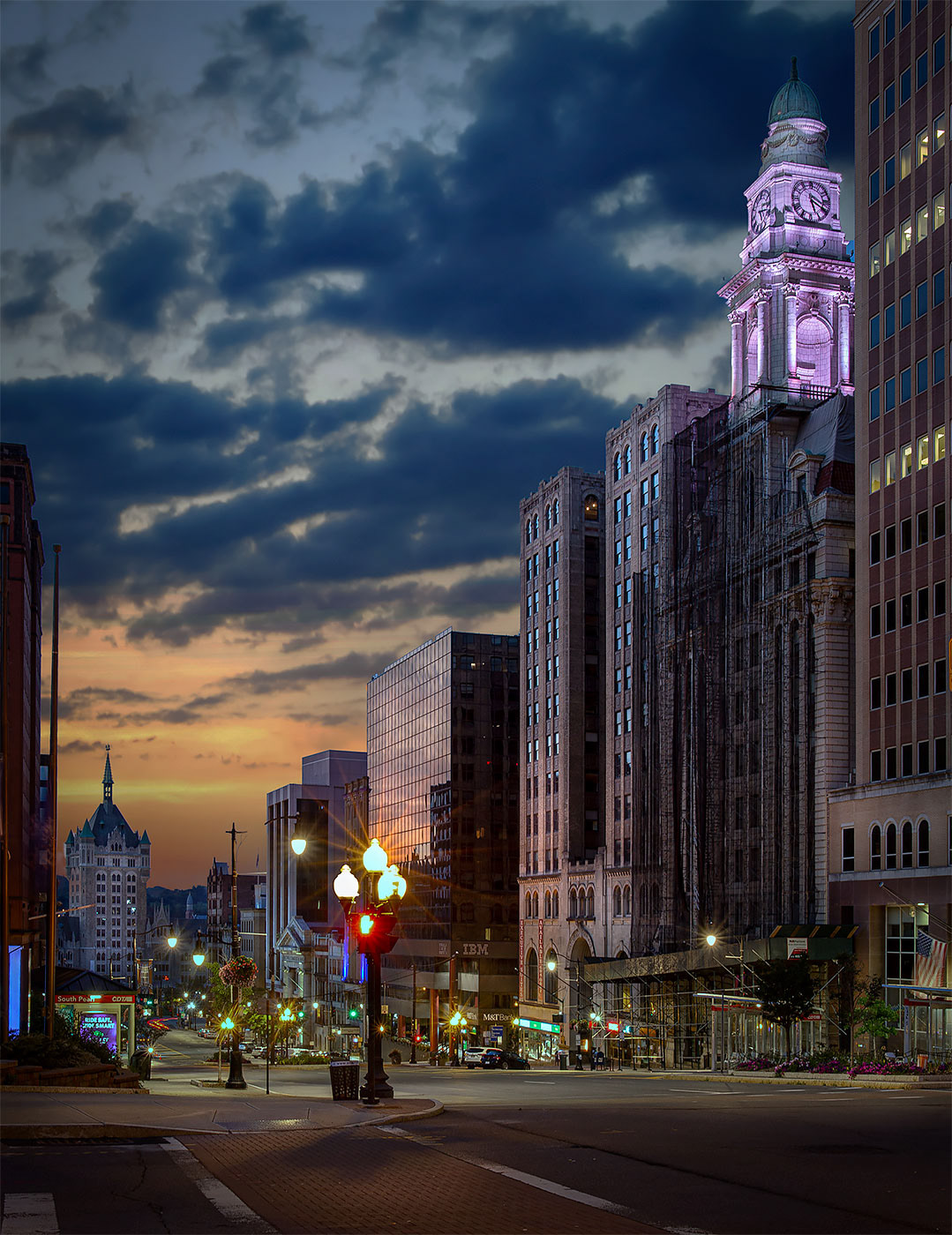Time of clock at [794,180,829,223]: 5:19
